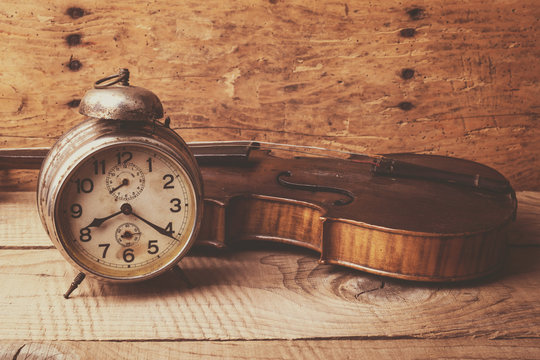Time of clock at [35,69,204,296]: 8:20
